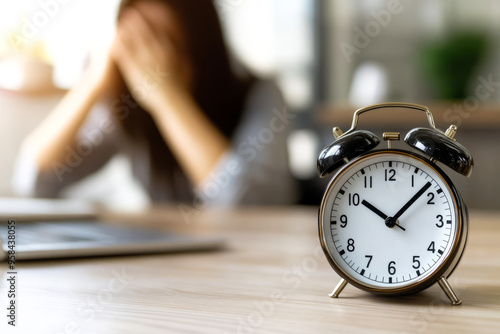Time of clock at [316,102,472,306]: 10:08
